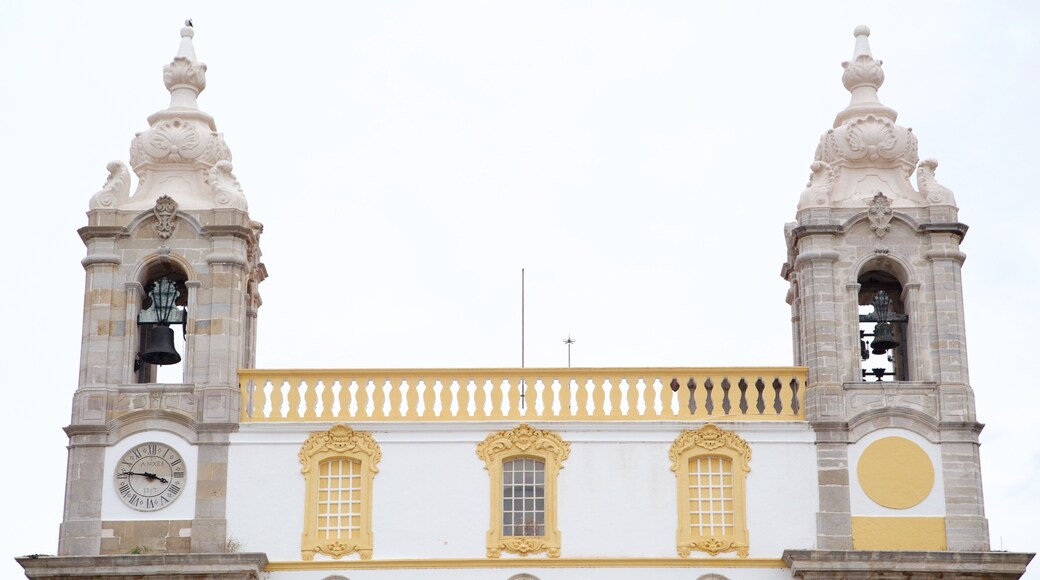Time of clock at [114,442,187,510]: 3:45
